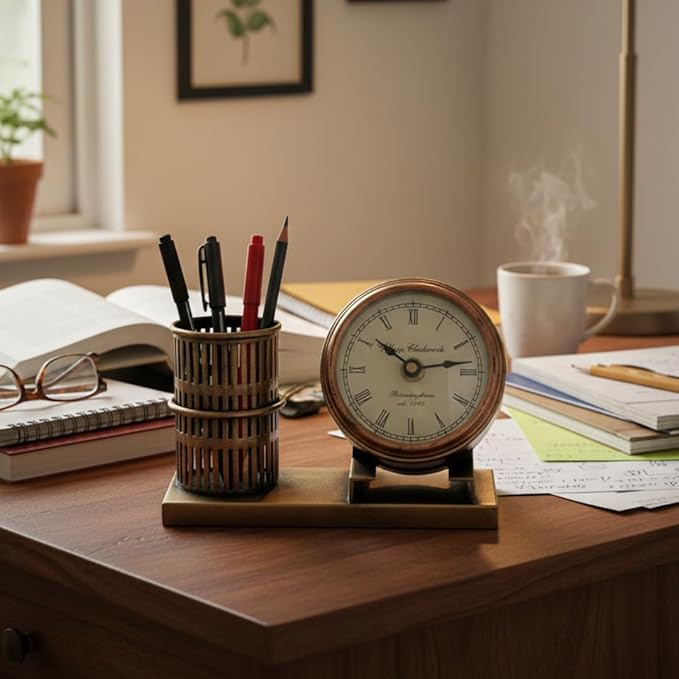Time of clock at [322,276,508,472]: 10:13
